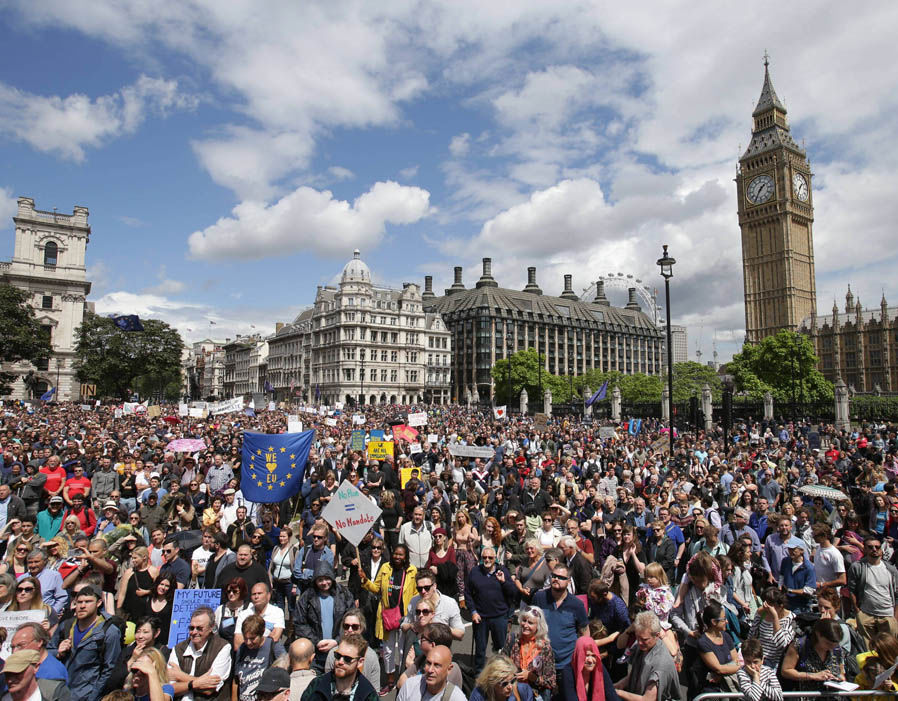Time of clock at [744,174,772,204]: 1:35
